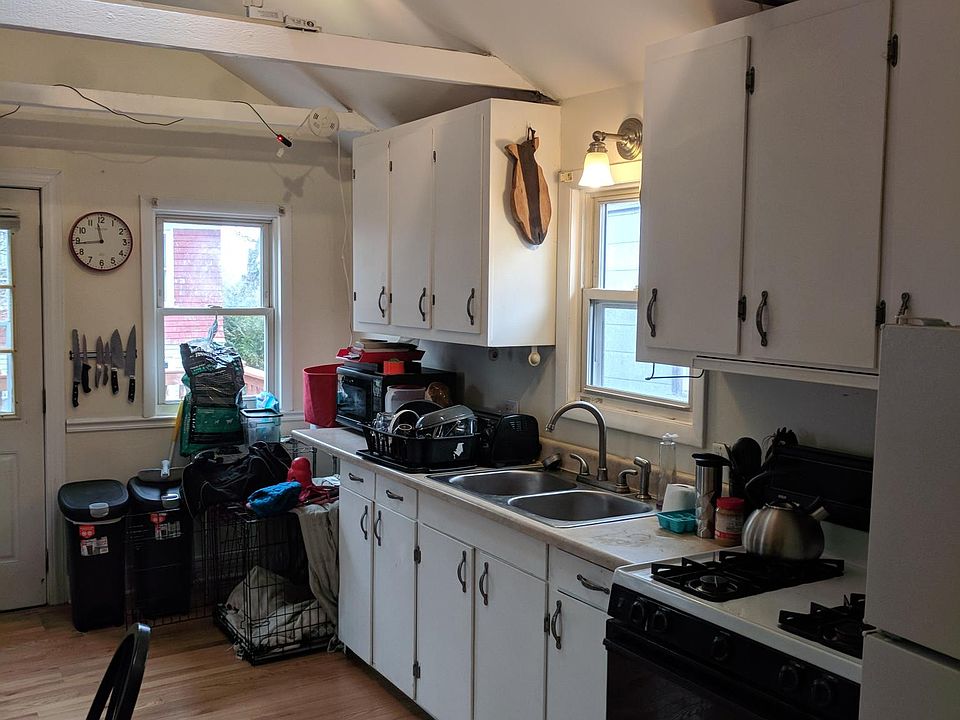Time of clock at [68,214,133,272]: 11:43
